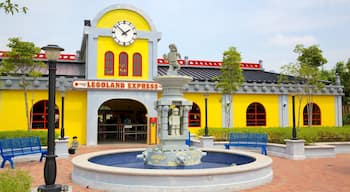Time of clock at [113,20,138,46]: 1:52
